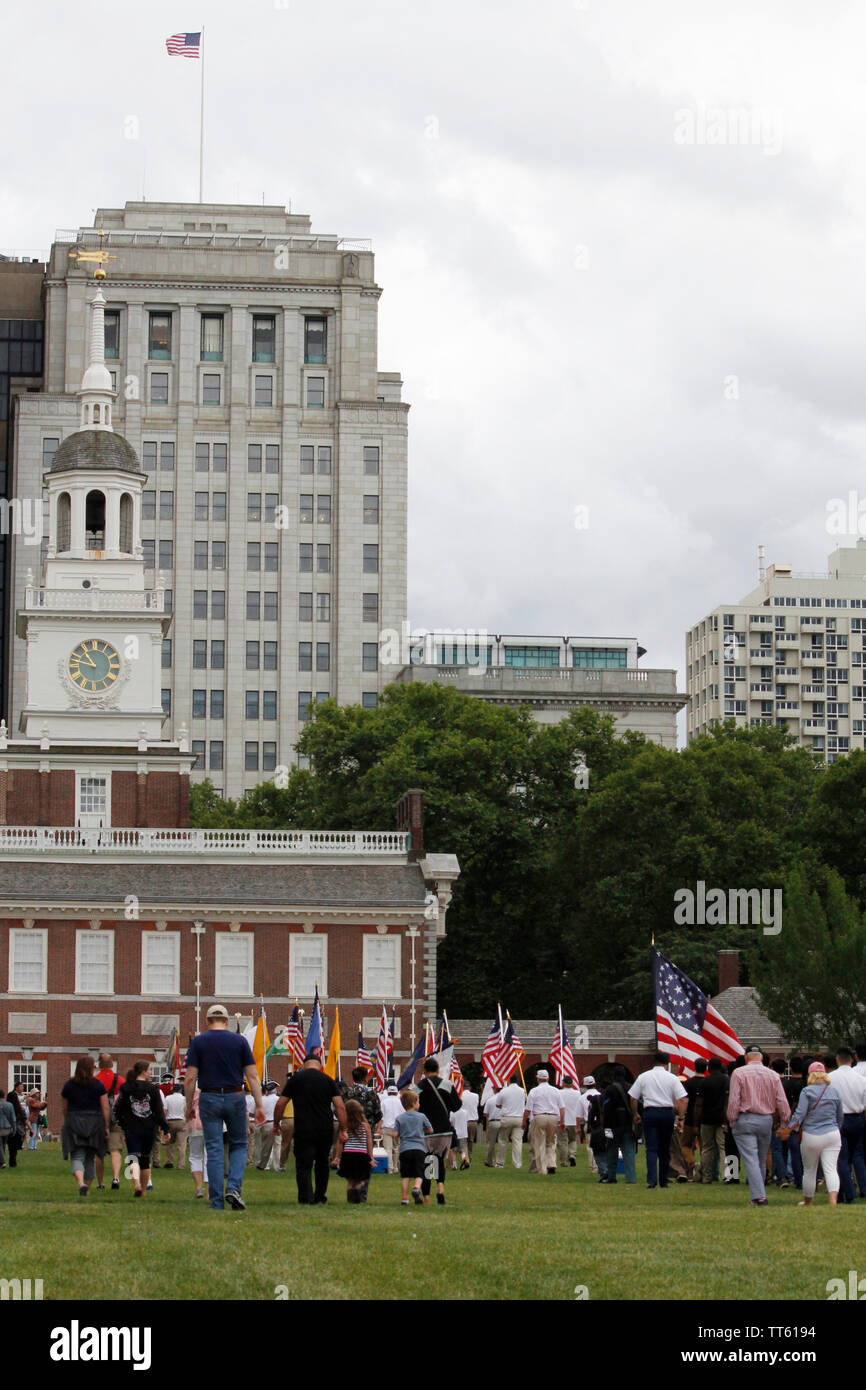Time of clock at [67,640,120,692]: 10:47
